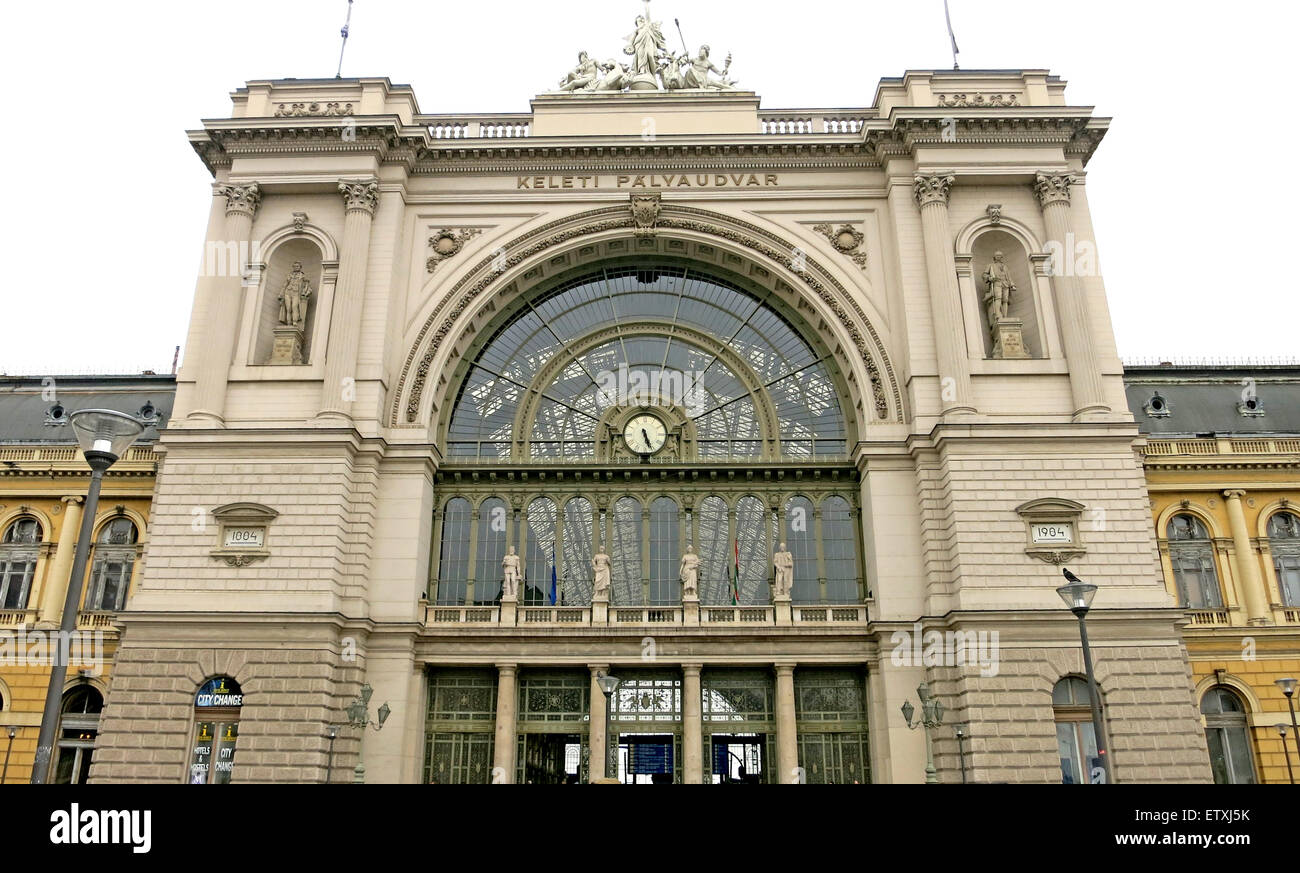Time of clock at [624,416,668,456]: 5:26
